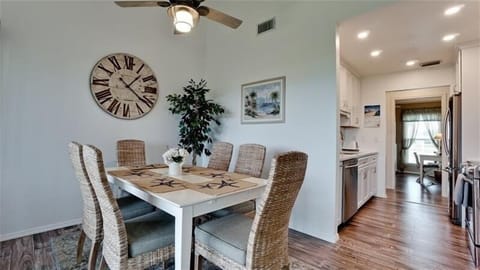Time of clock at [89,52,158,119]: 1:21
